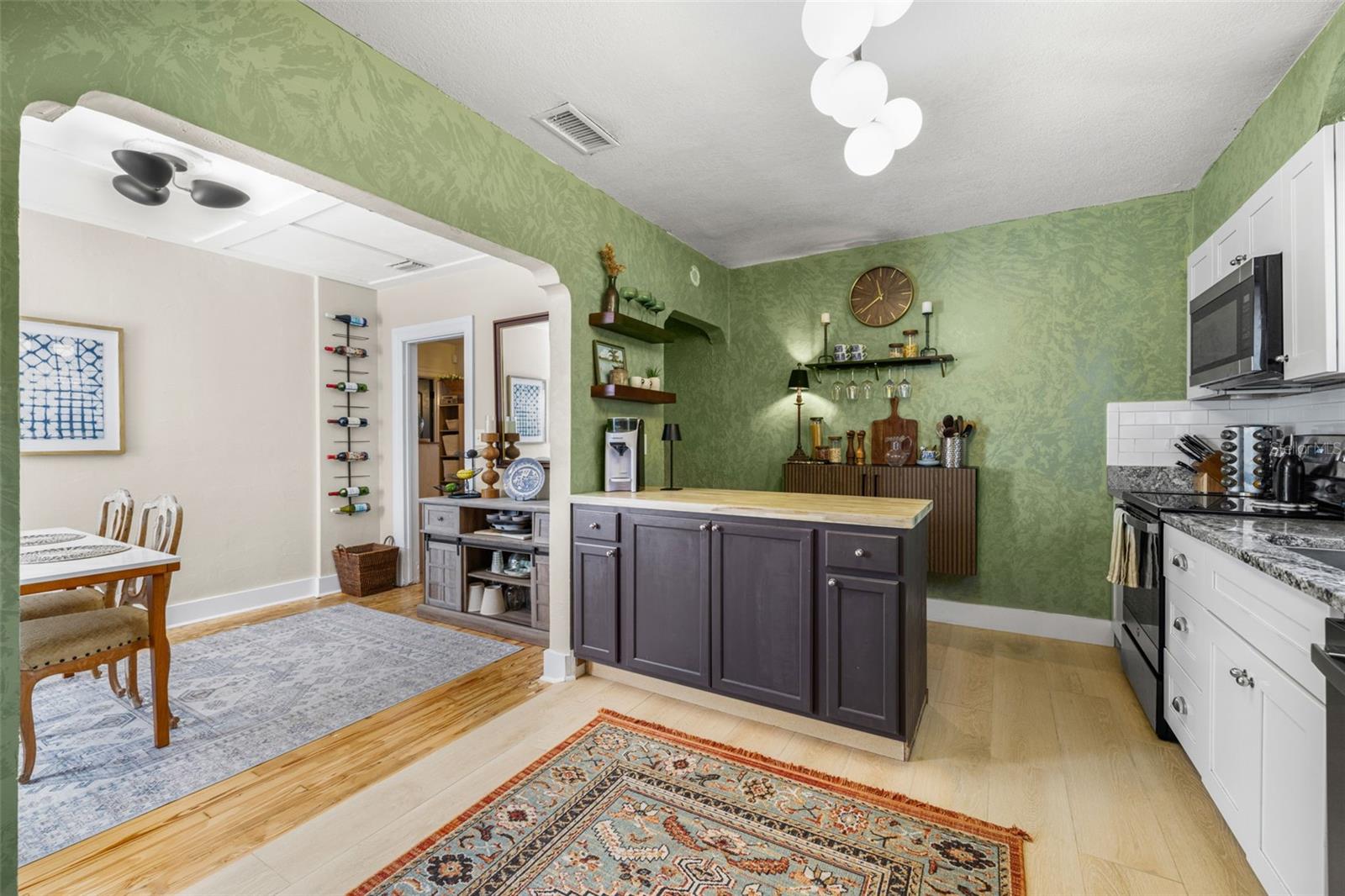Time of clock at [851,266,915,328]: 11:38
